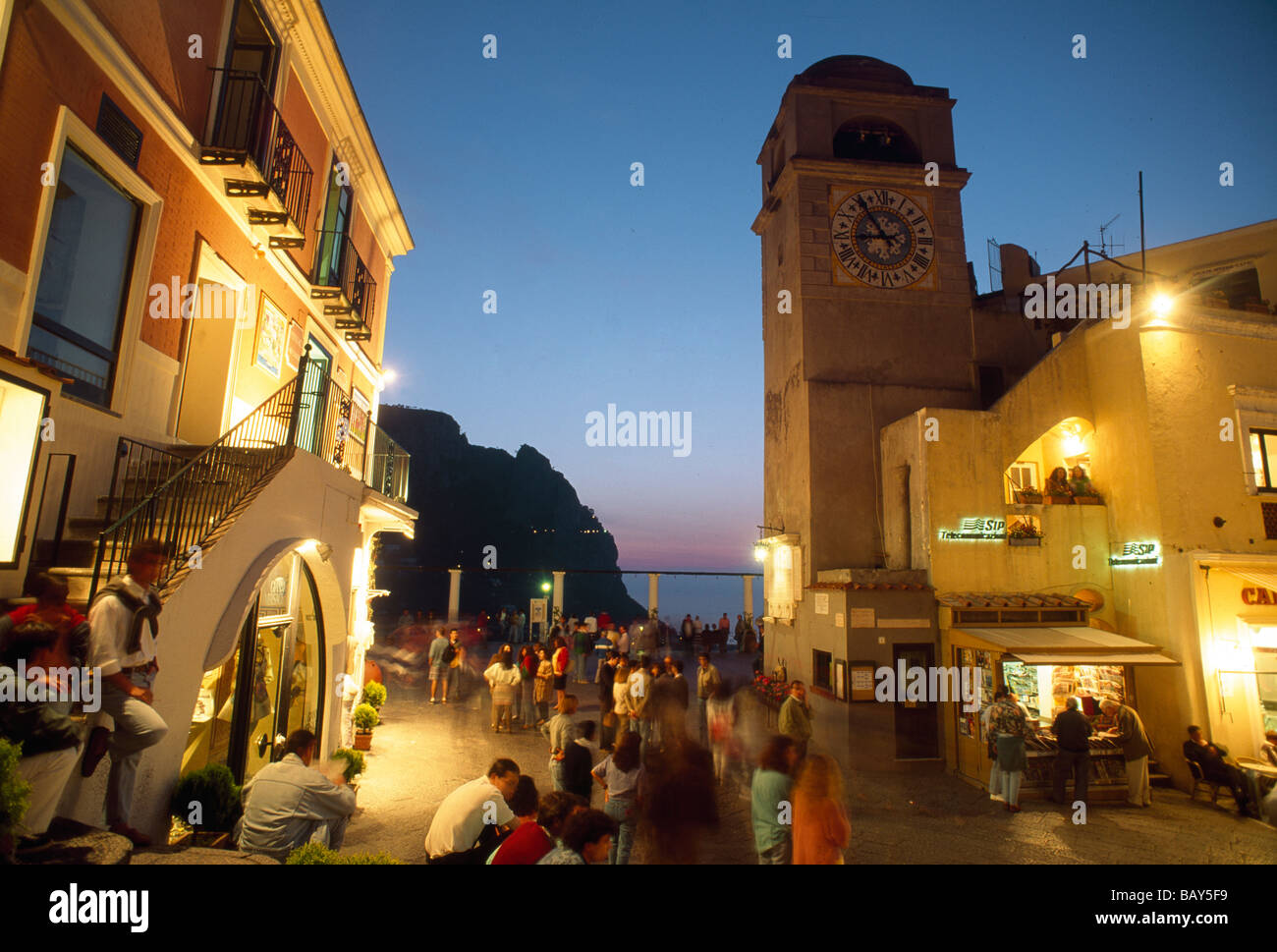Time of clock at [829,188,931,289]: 8:54
